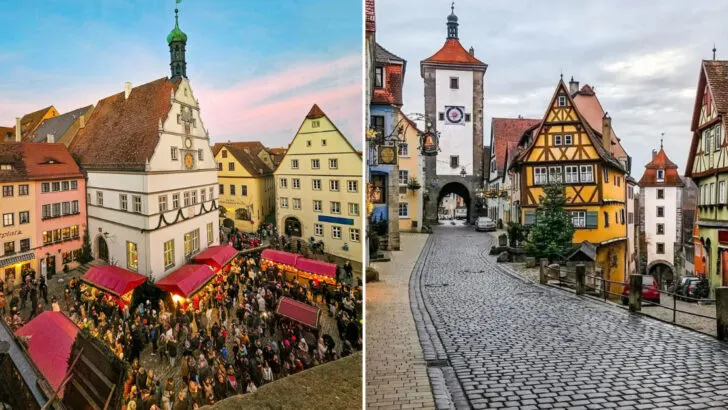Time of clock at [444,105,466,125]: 8:33
